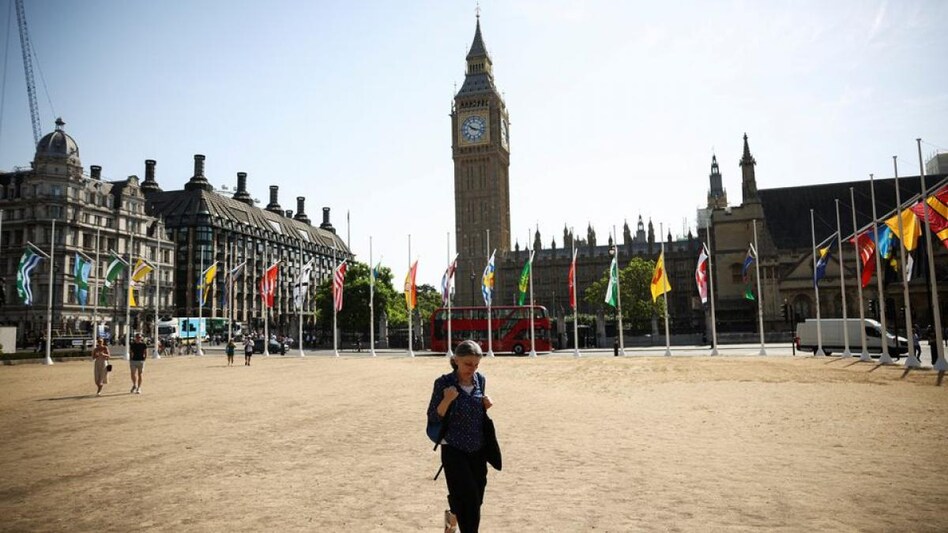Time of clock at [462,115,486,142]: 10:17
